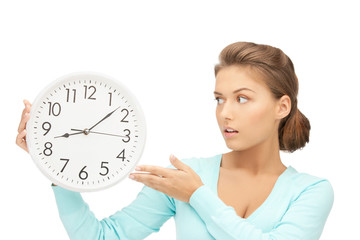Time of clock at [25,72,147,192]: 1:42
